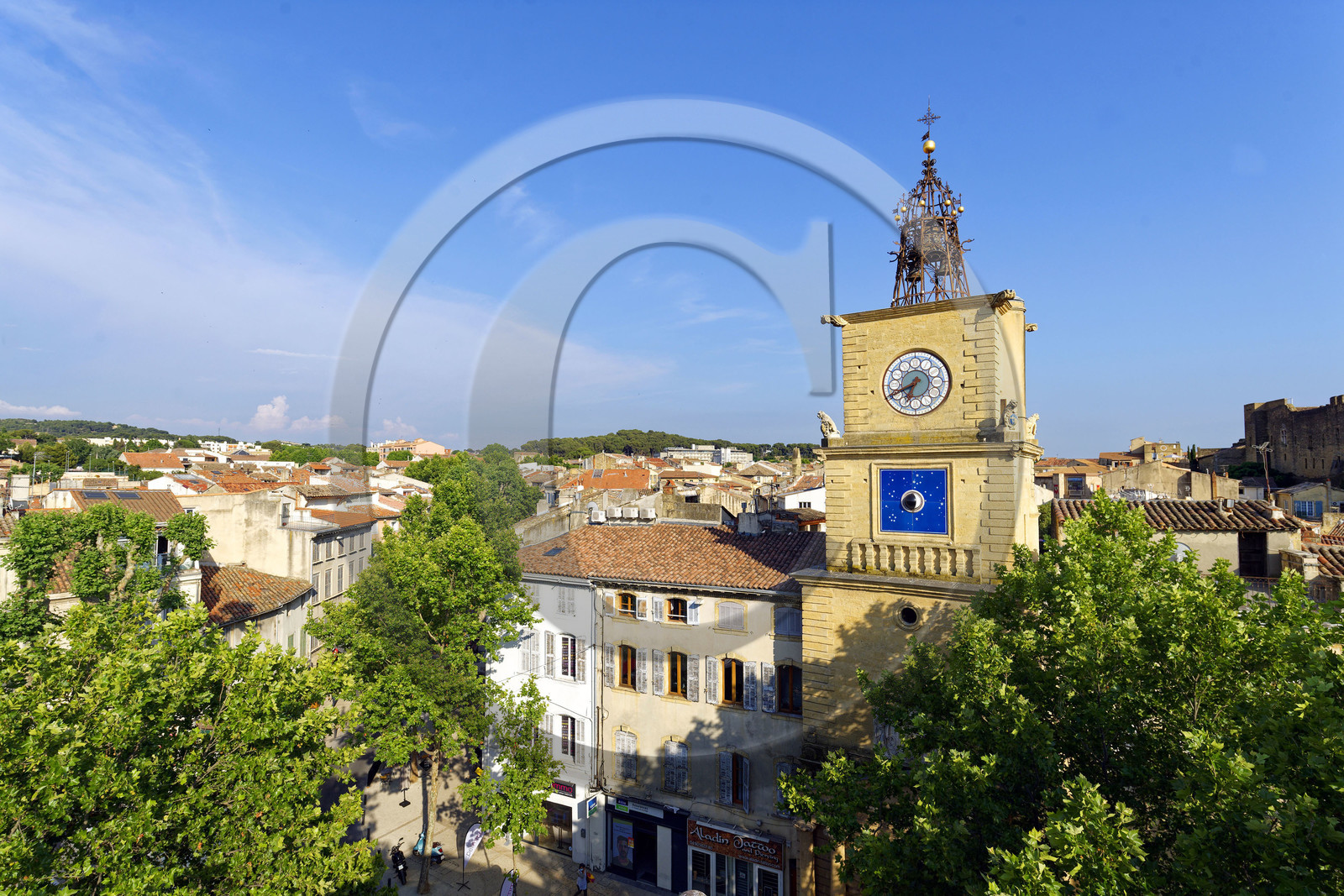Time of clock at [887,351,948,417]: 6:40
